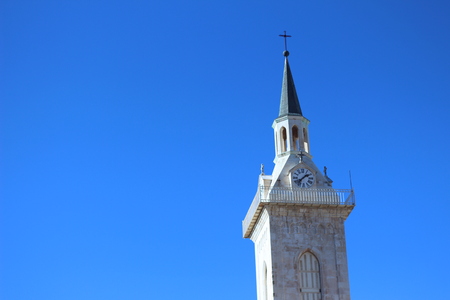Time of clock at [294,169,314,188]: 1:37
